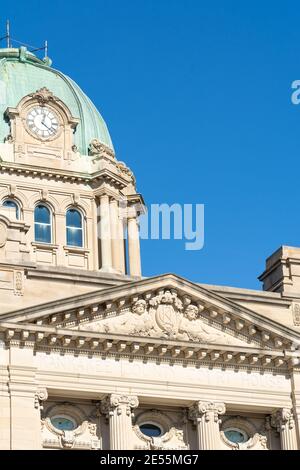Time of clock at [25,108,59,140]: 12:21
